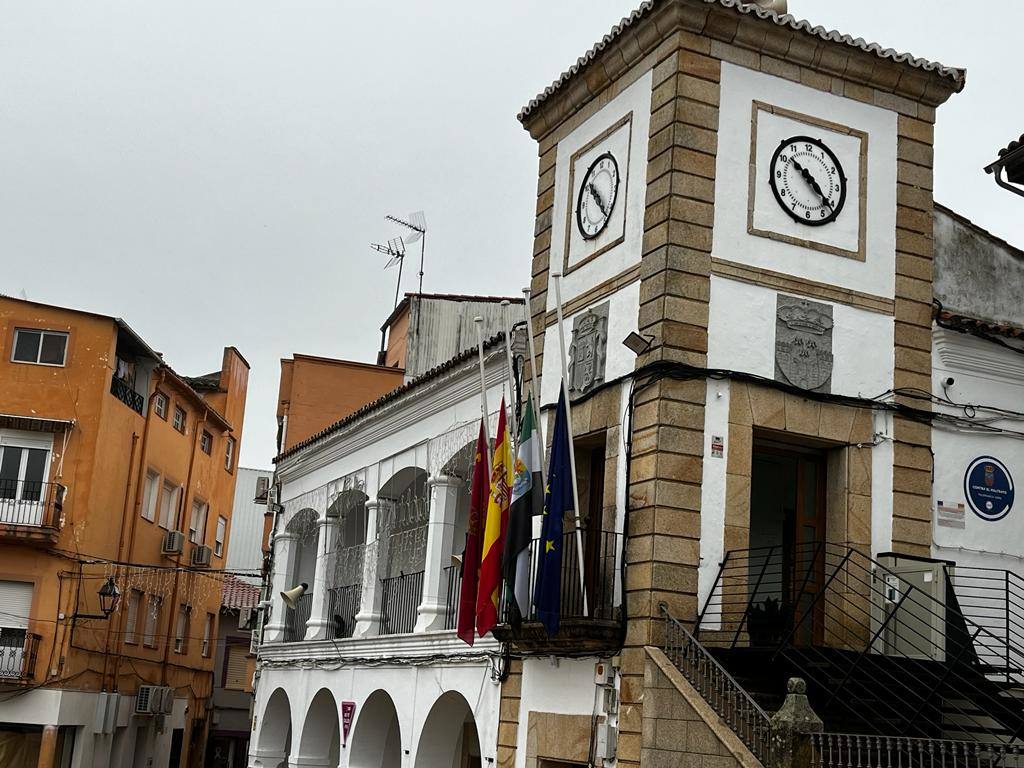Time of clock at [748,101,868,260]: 10:21
